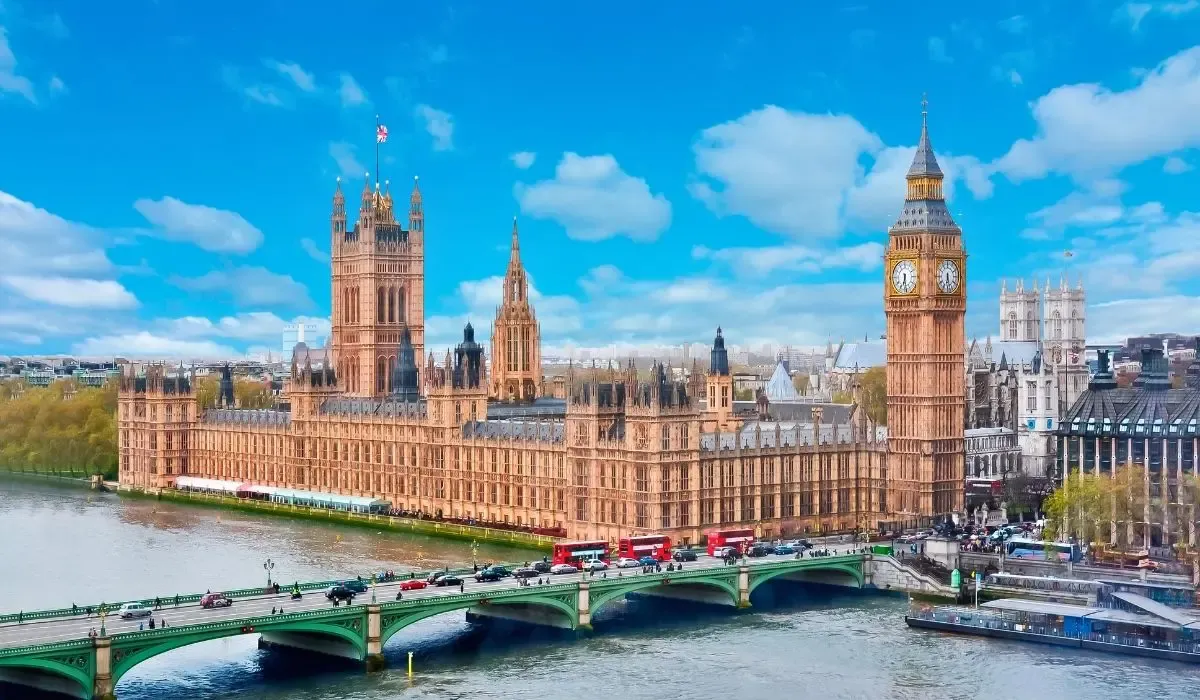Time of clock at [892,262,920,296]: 6:29
